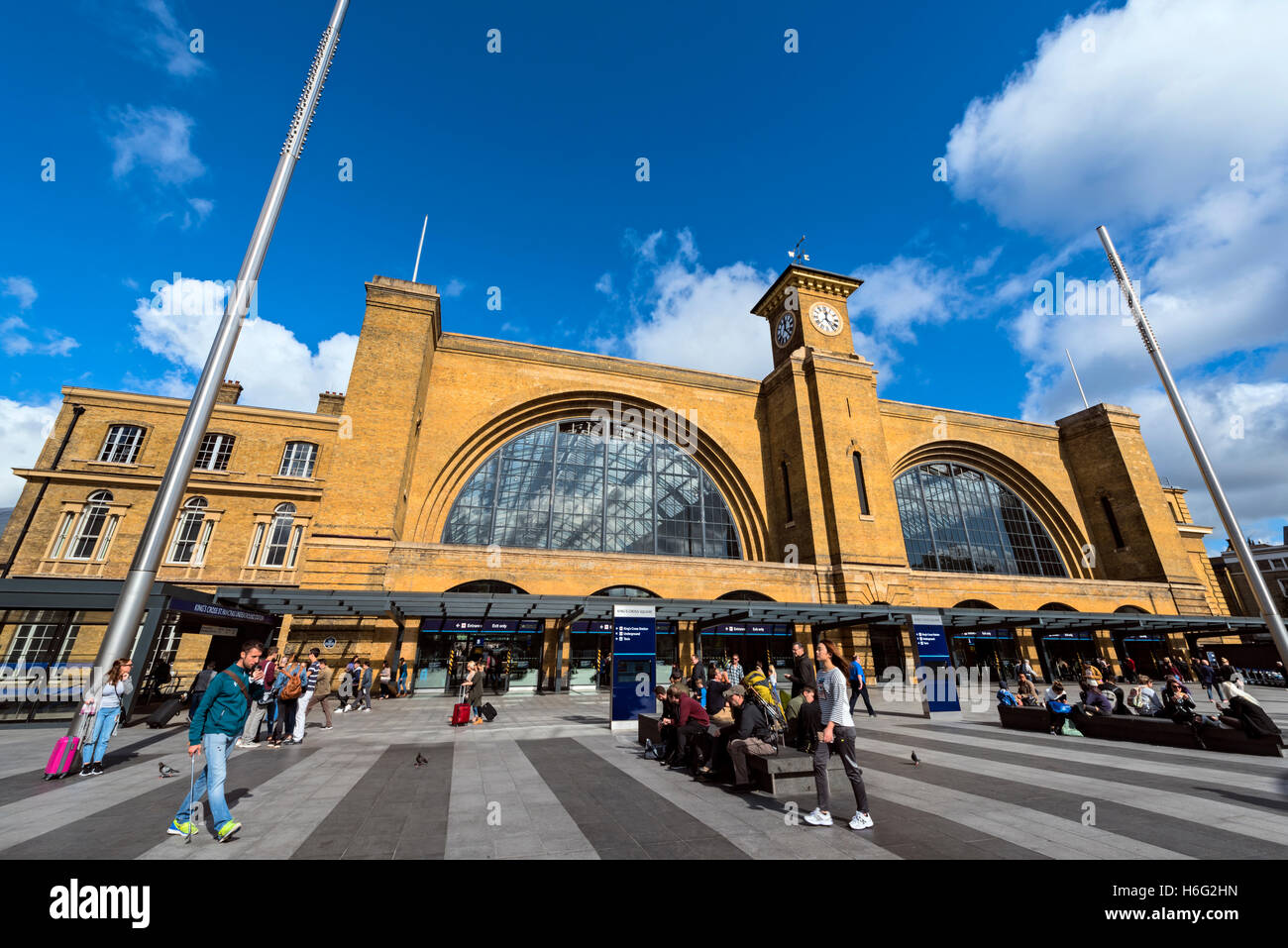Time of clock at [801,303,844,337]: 12:23
